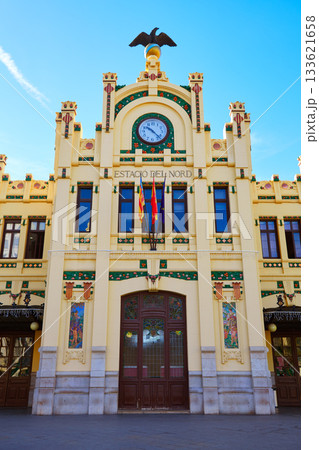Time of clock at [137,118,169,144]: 10:22
